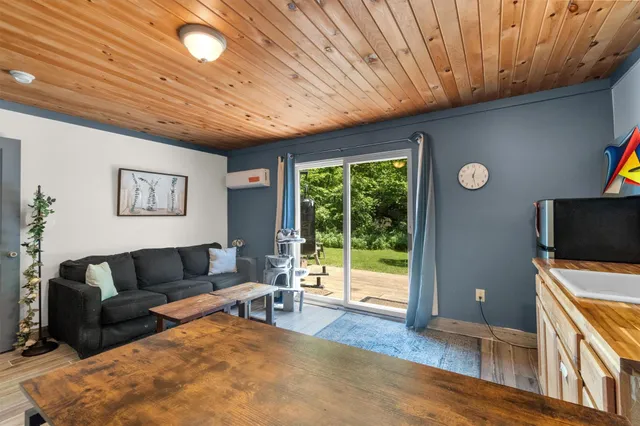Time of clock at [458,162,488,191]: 12:27
